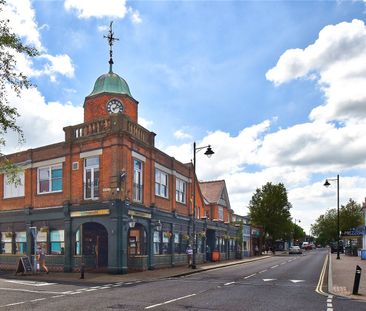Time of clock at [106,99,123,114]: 1:11
